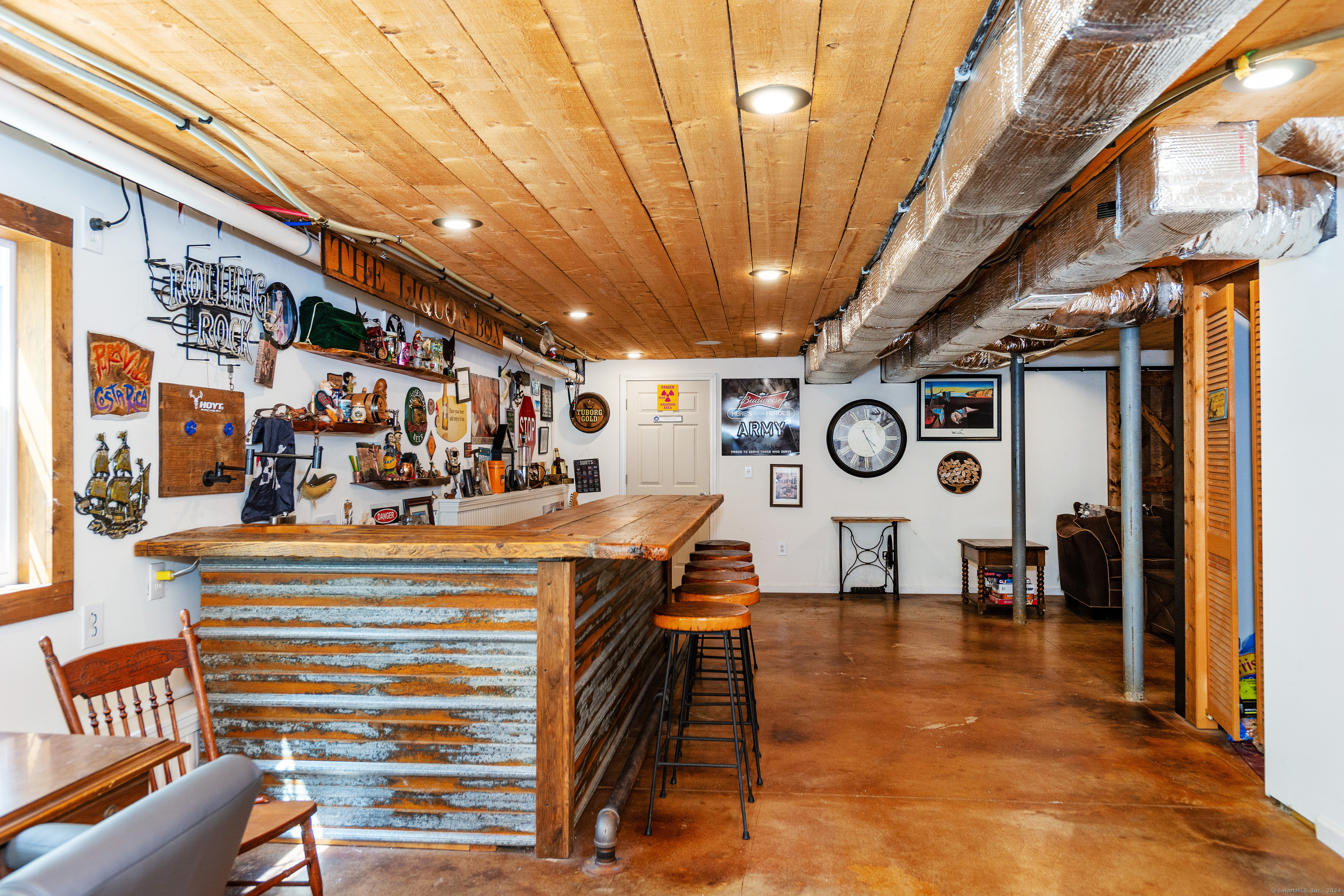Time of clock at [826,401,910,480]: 4:25
